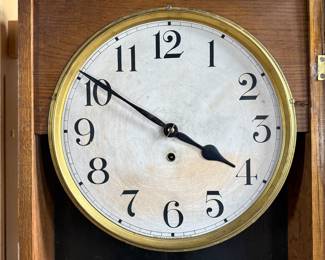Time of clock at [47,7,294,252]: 3:50
